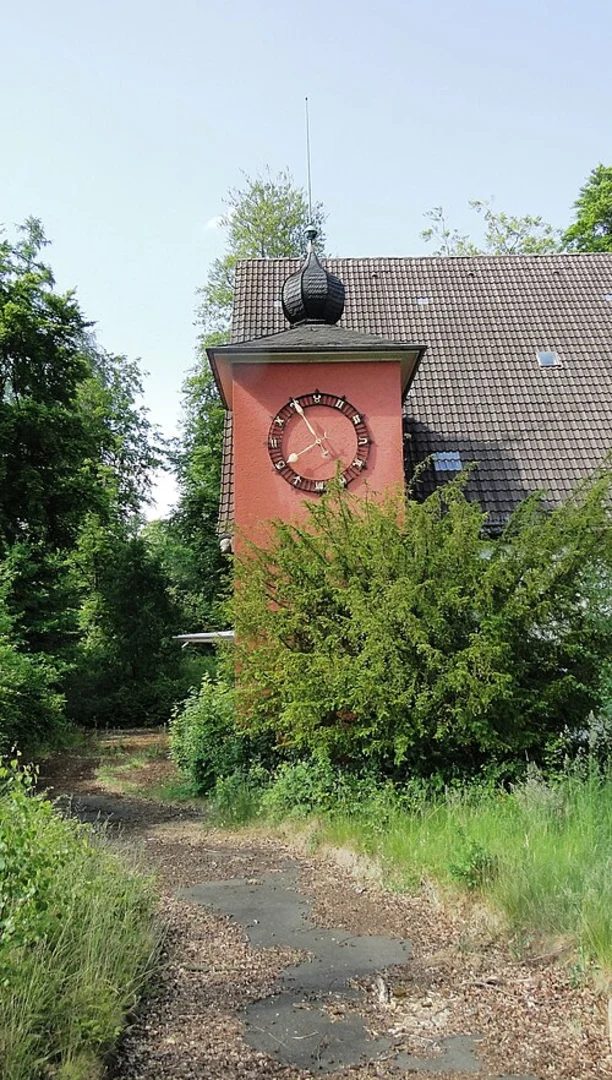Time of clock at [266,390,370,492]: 7:55
